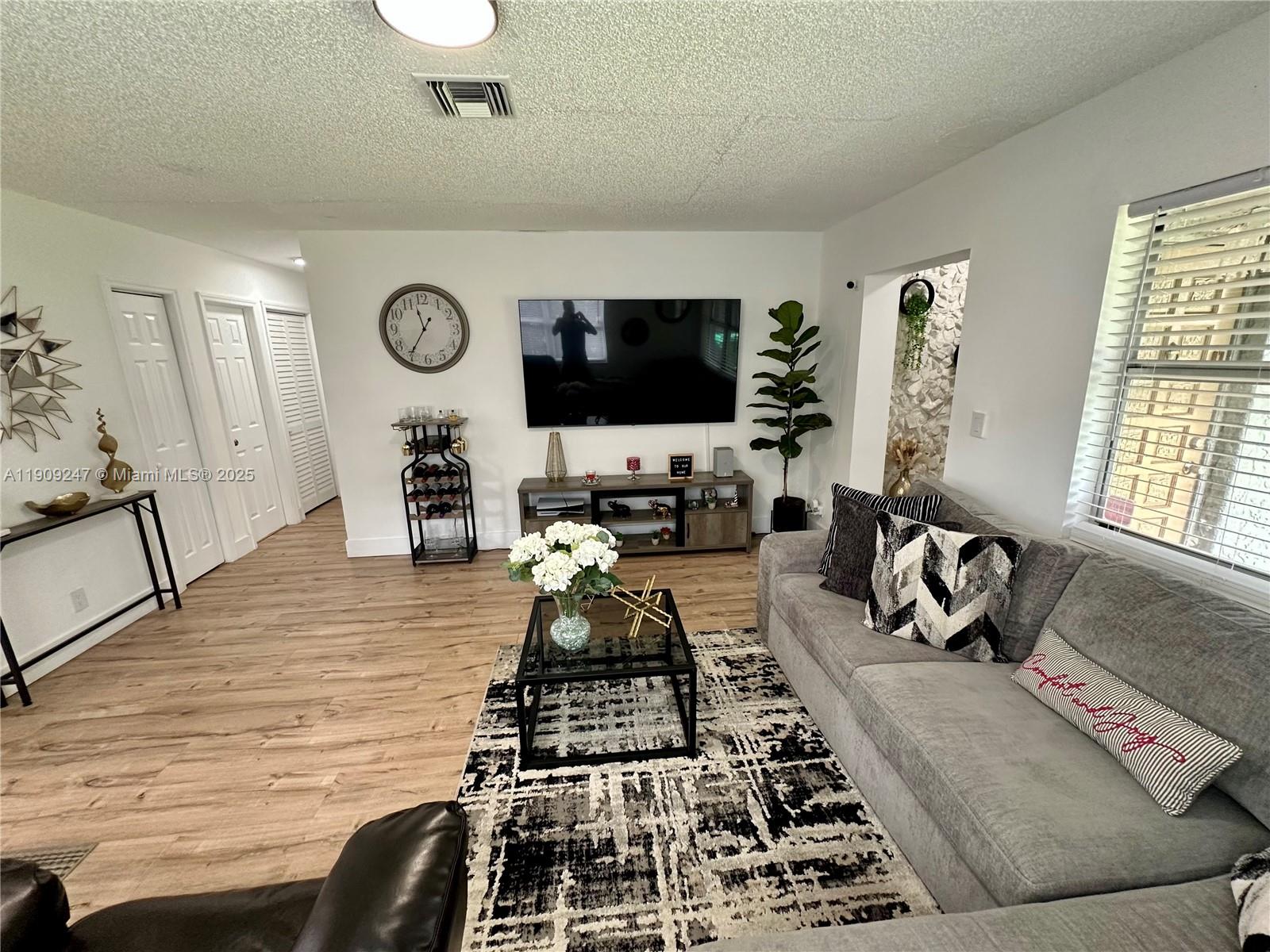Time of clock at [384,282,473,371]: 11:35
